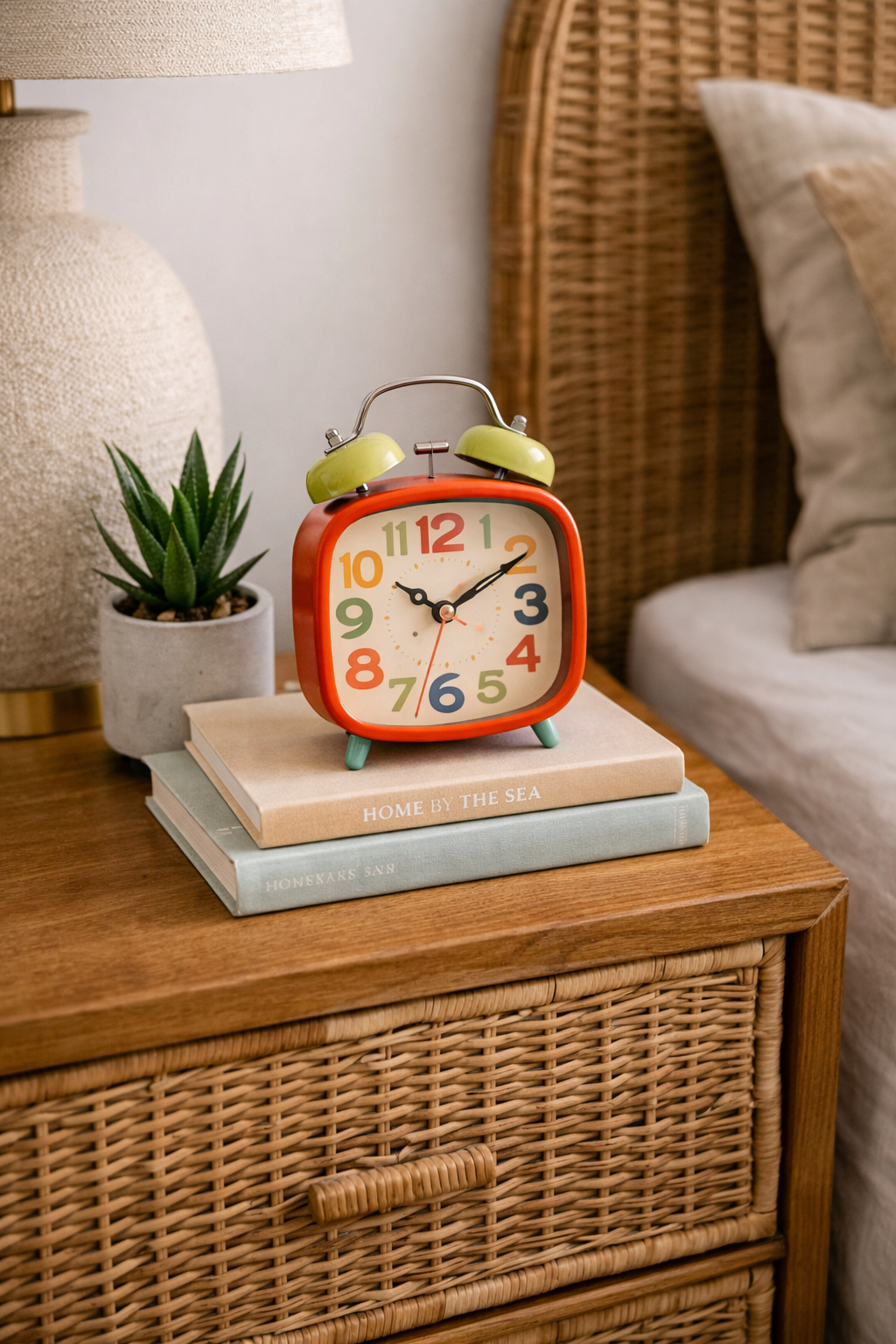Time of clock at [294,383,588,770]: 10:10
